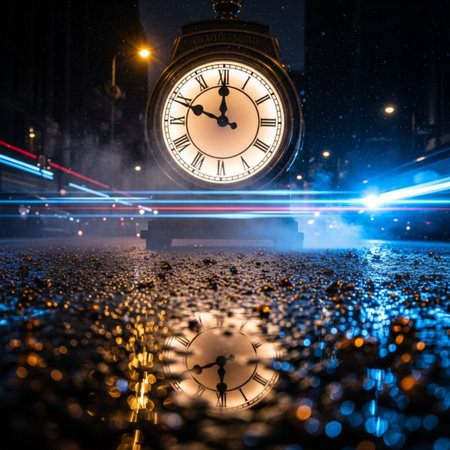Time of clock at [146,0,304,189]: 11:48
